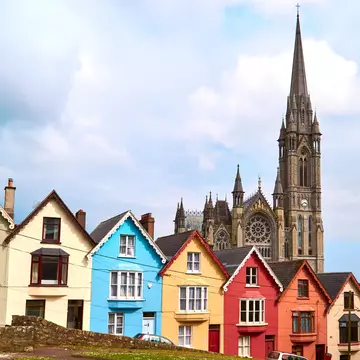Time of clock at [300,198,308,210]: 3:40
